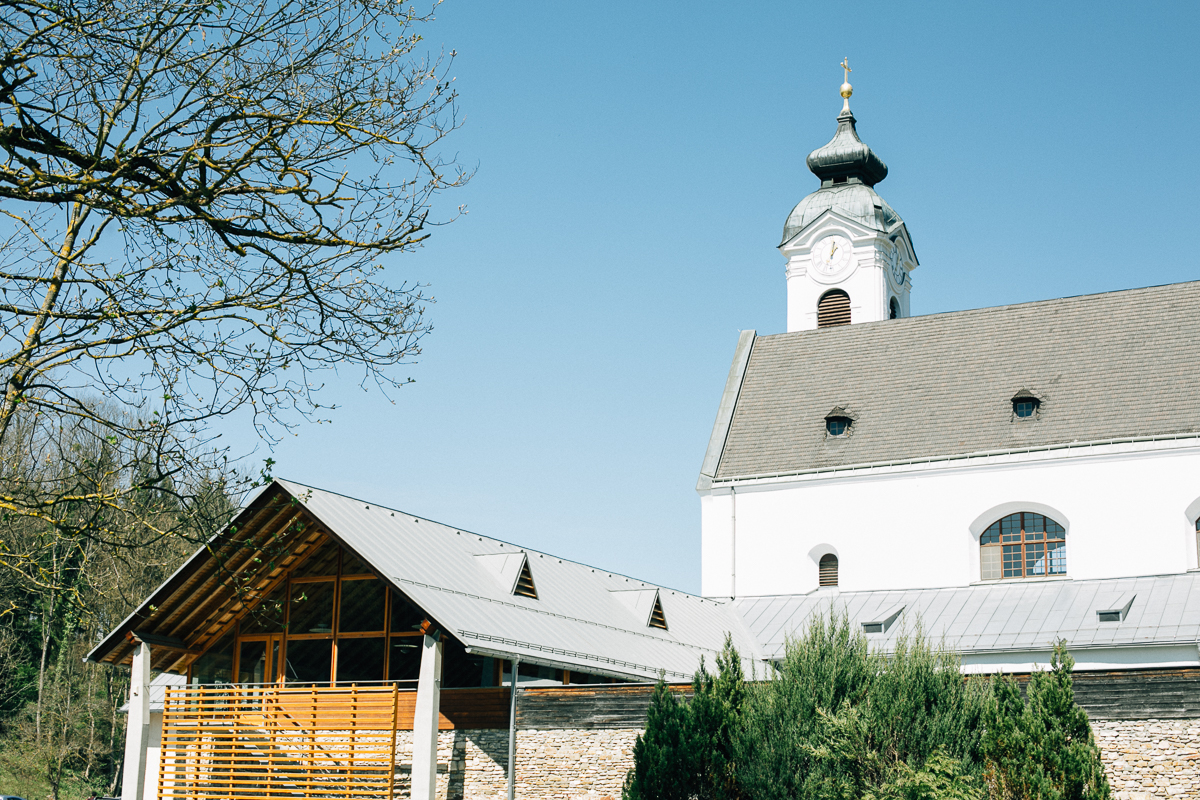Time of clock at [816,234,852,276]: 1:01
